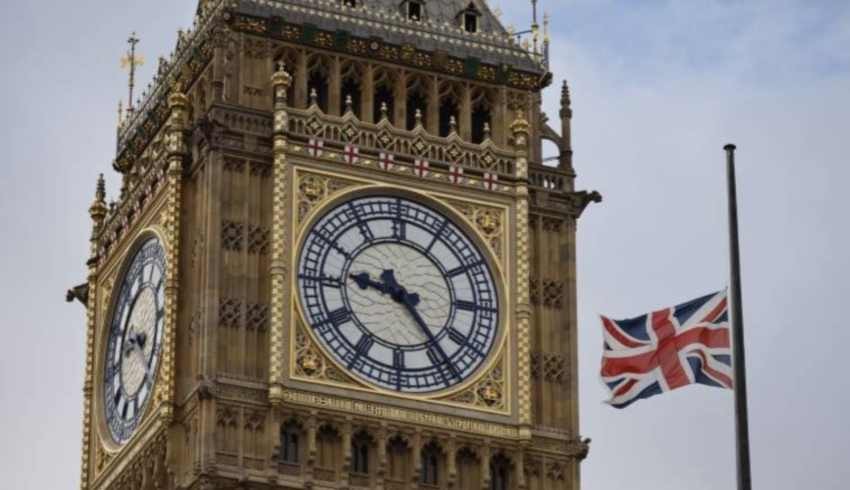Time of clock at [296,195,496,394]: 9:23
